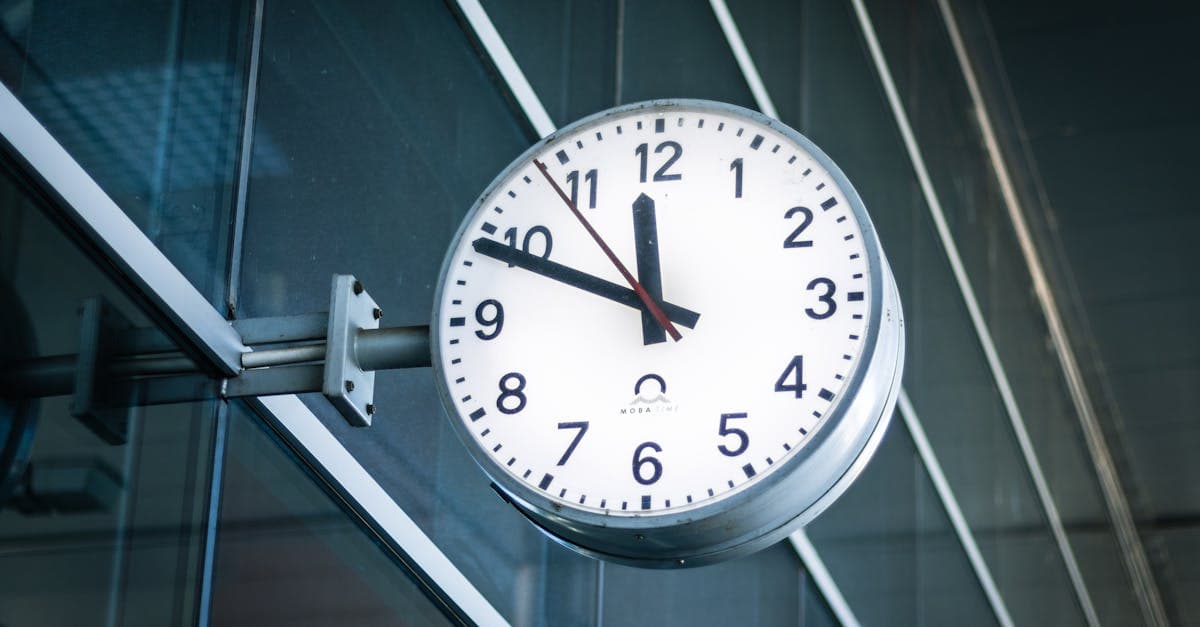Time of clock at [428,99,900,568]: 11:48
